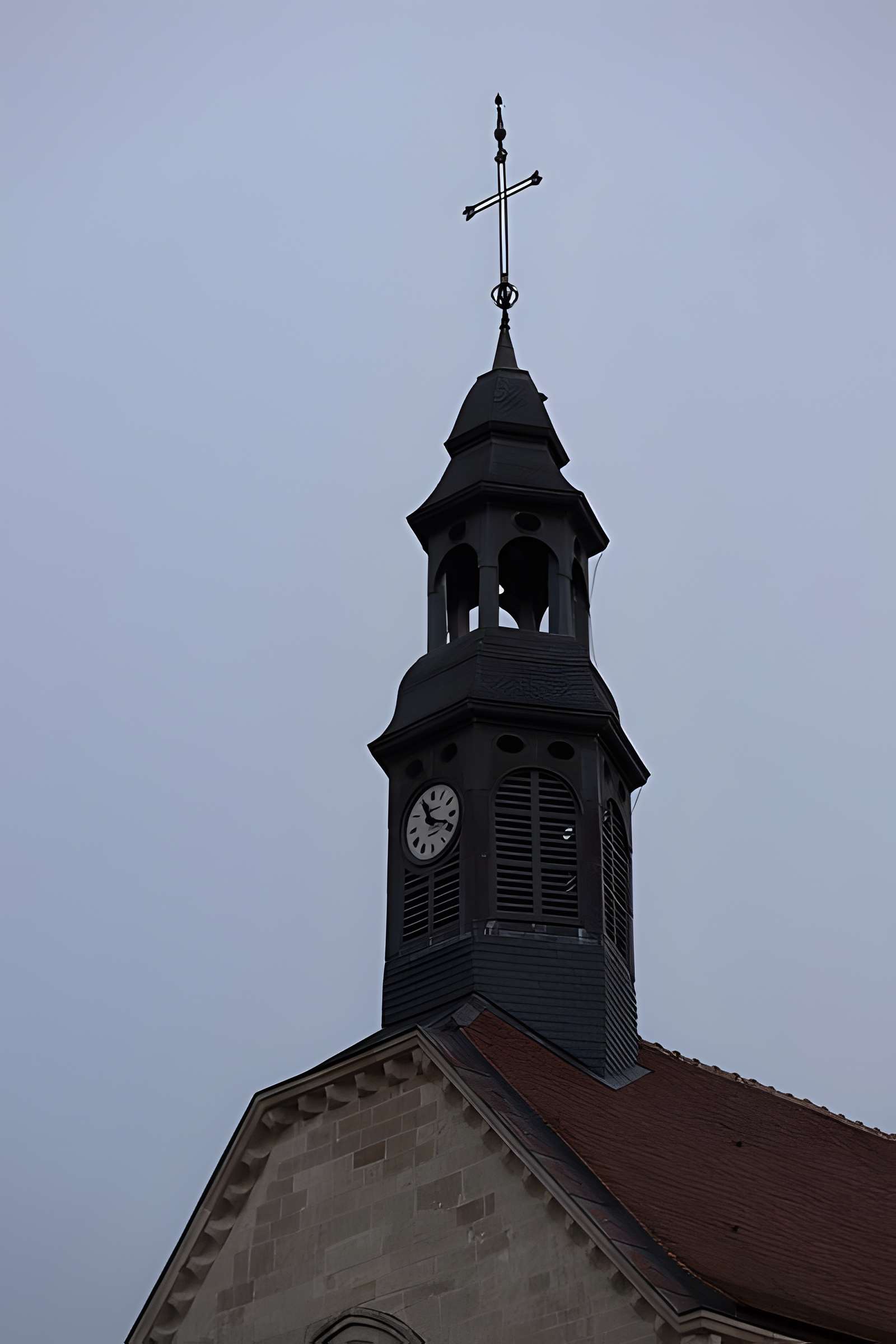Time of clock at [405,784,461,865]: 11:18
